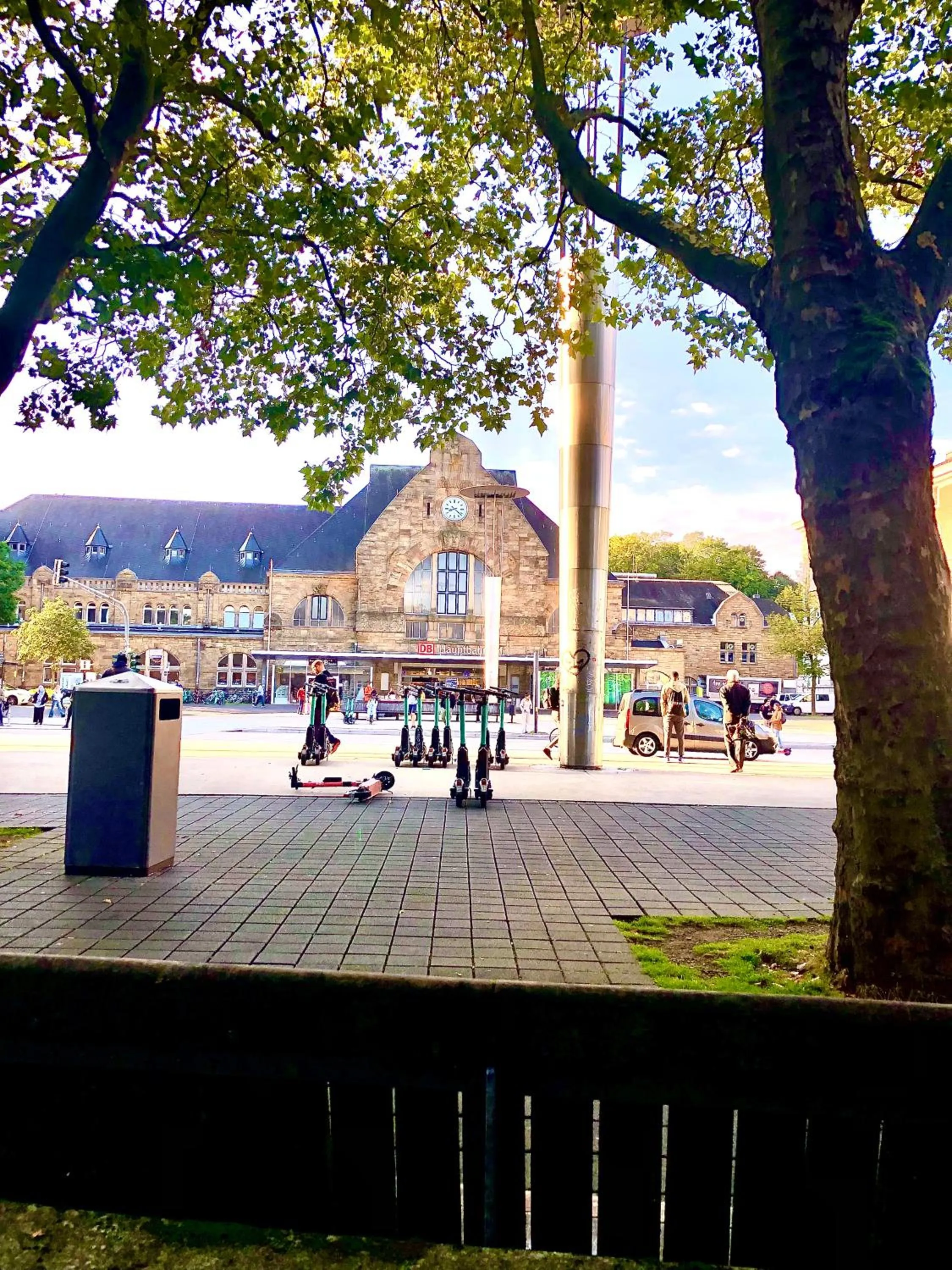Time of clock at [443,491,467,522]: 8:21
